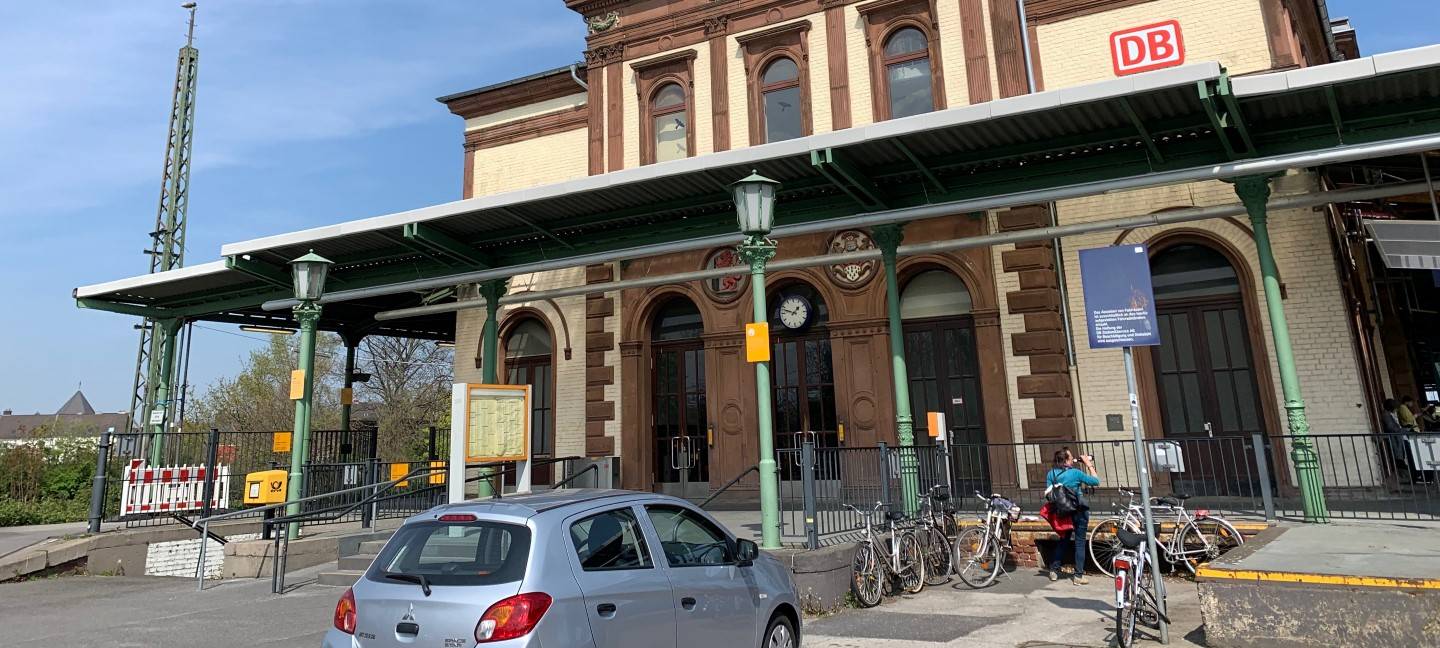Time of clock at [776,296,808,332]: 1:47
